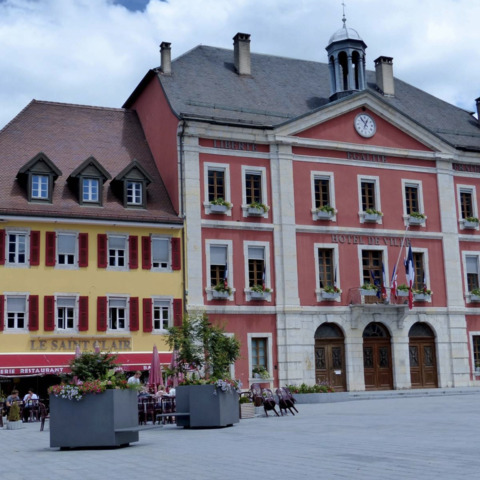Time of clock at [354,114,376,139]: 12:53
